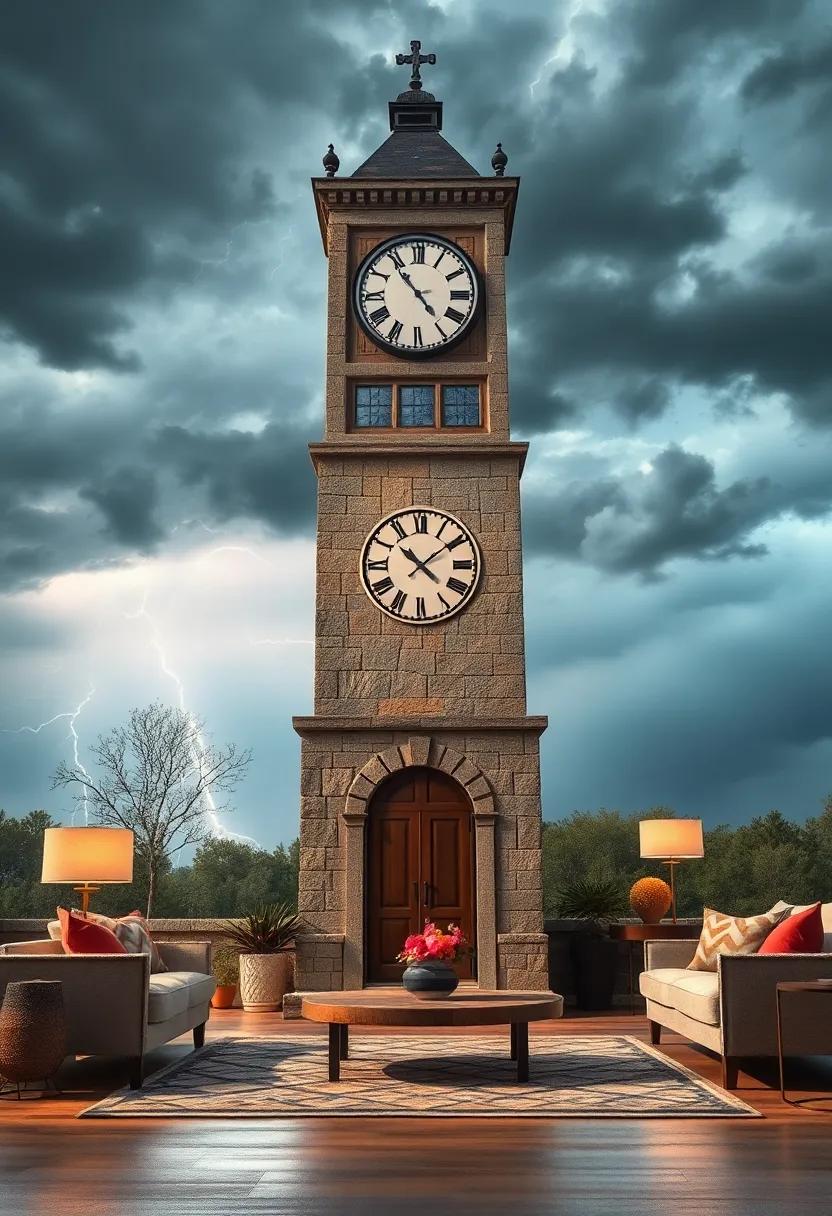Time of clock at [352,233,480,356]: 4:53
